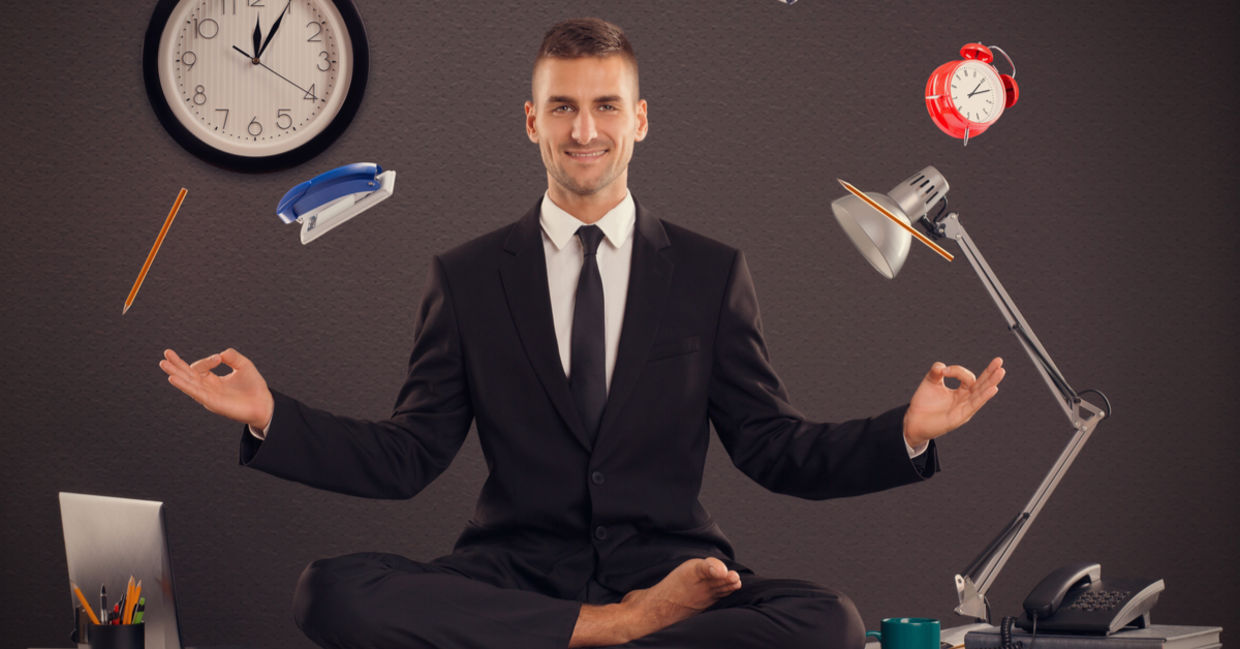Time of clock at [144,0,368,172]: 12:04
